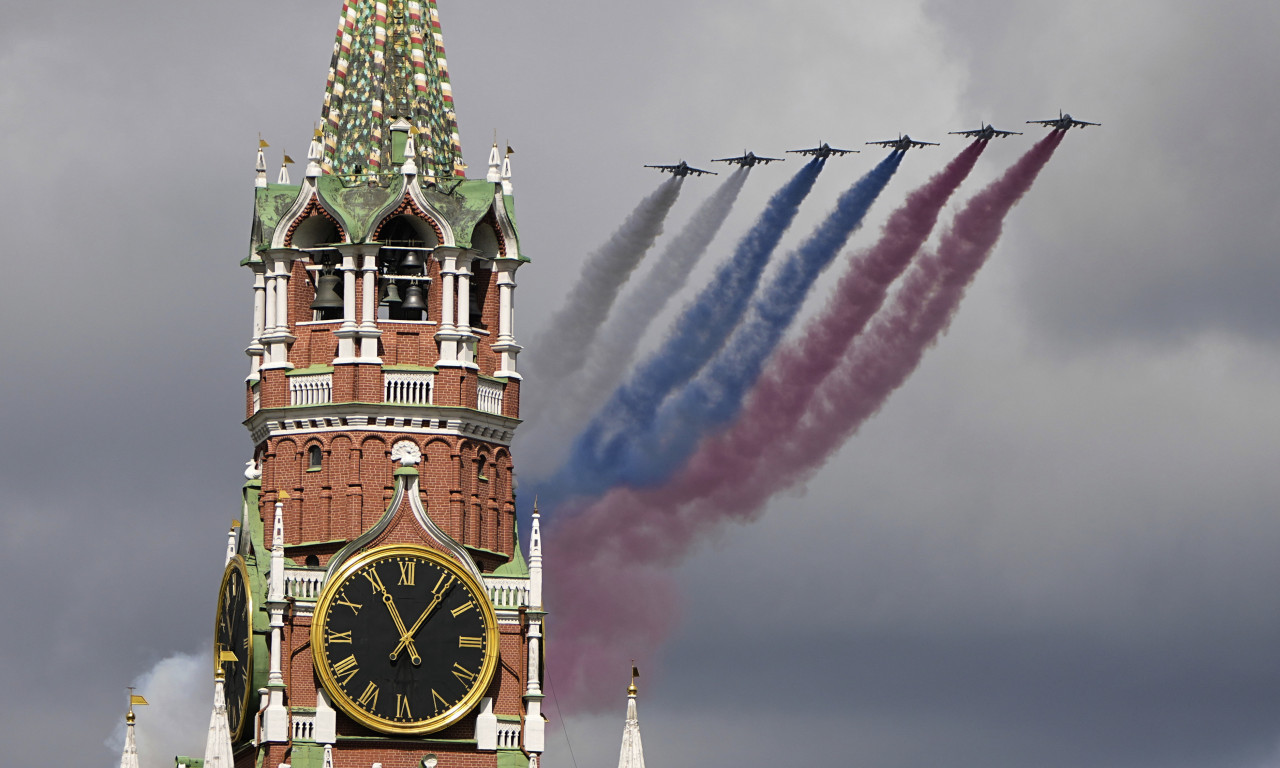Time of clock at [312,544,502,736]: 11:06
